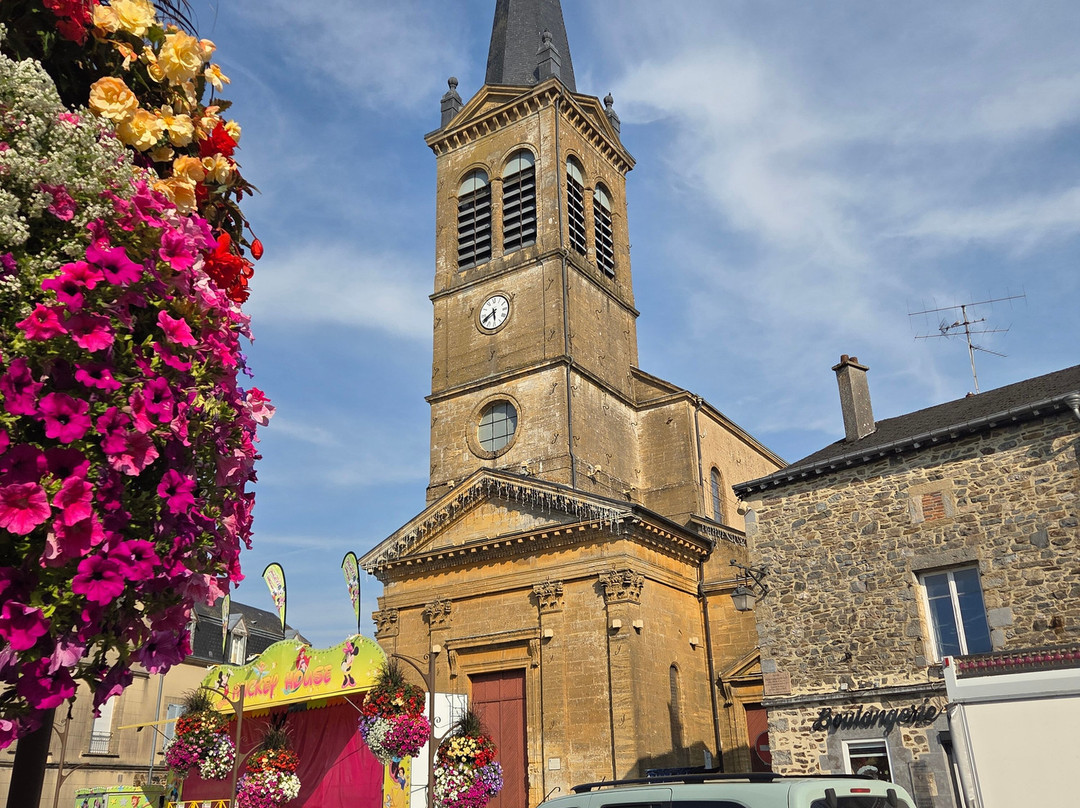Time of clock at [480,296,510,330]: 5:40
